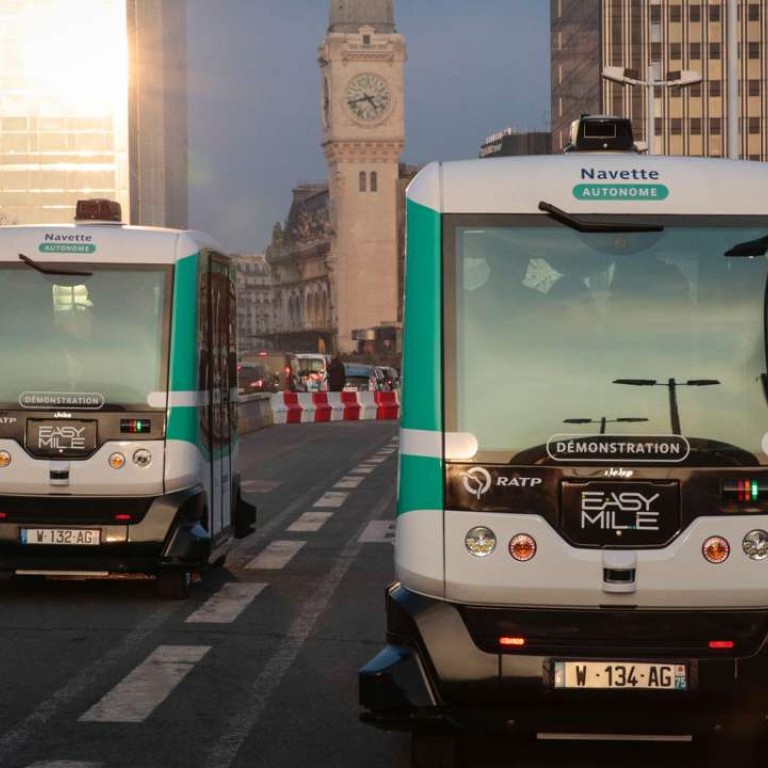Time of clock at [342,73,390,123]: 4:42
